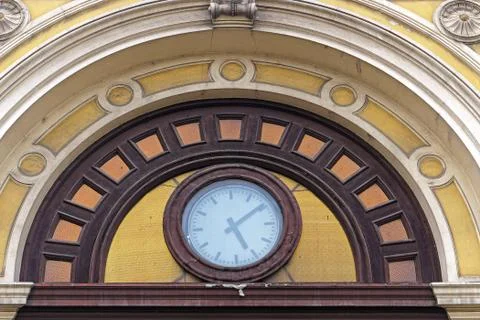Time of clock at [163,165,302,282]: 5:09
